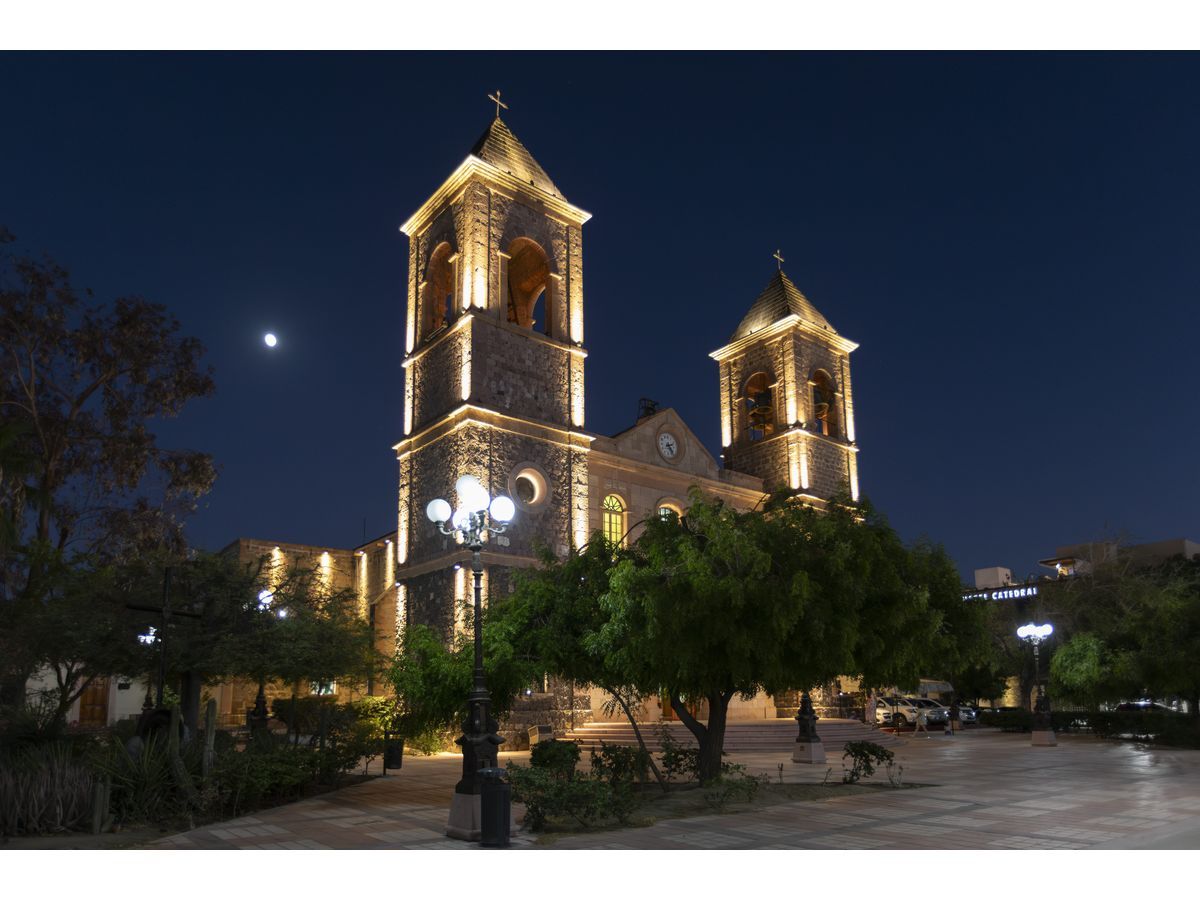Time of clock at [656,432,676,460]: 2:24
